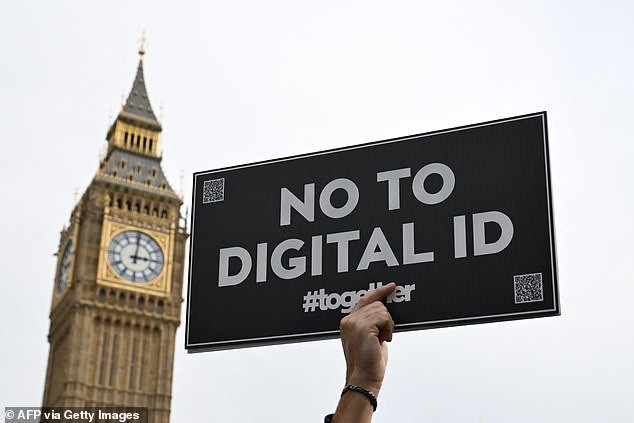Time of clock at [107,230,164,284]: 3:00
